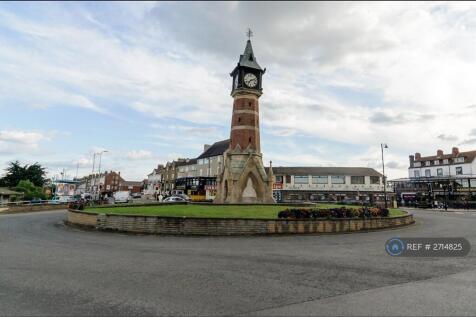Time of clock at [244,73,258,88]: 7:12
